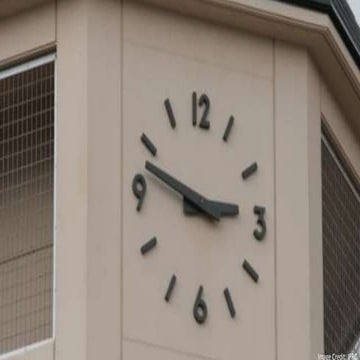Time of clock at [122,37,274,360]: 2:47
